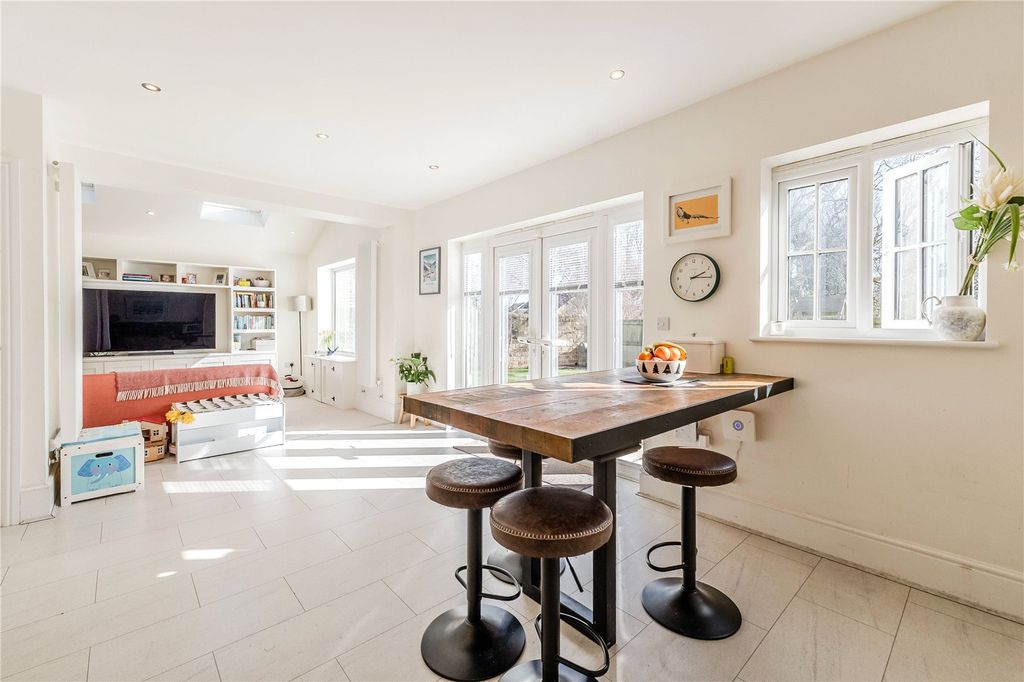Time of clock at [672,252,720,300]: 2:15
